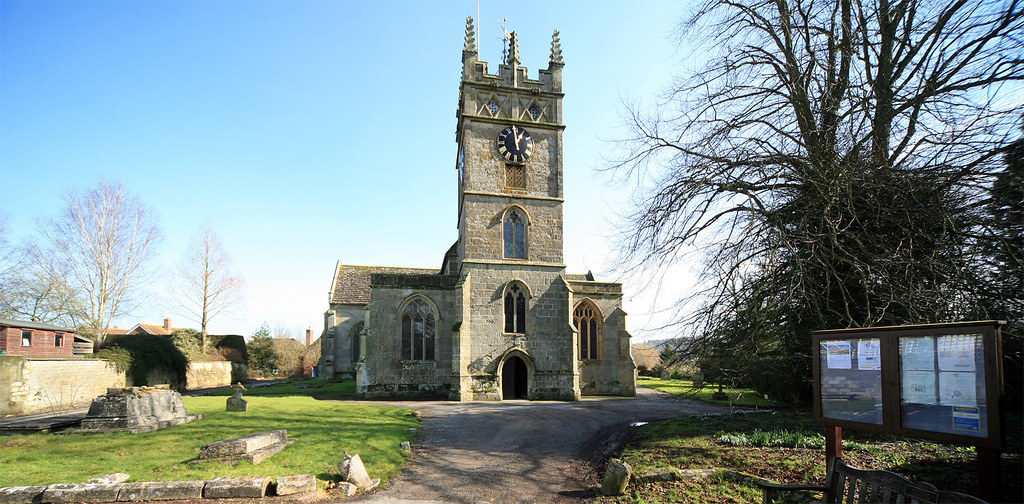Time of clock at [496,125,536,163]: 12:59
